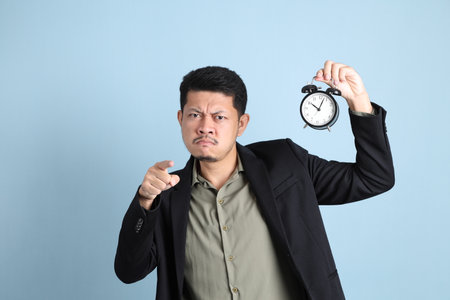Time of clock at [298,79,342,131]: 10:03
